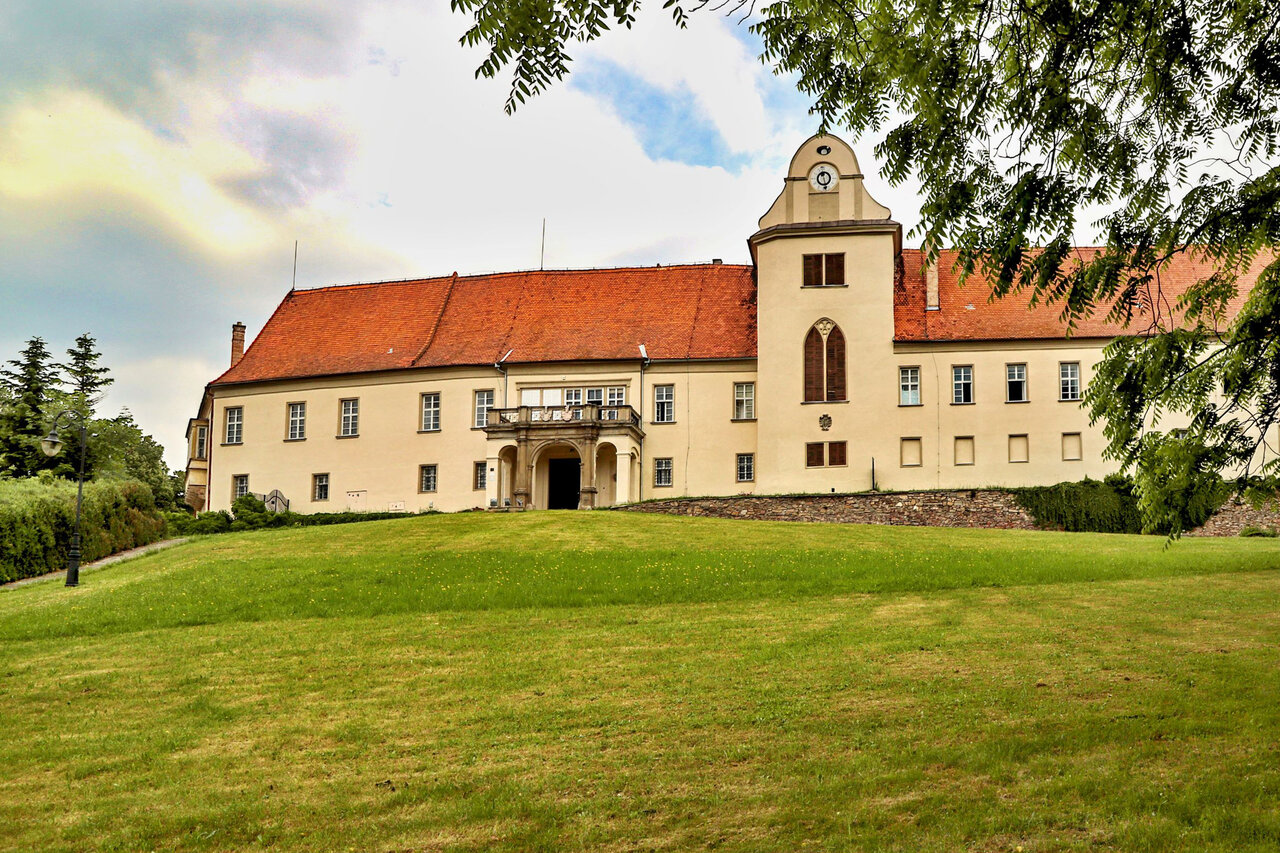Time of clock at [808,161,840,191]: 11:28
